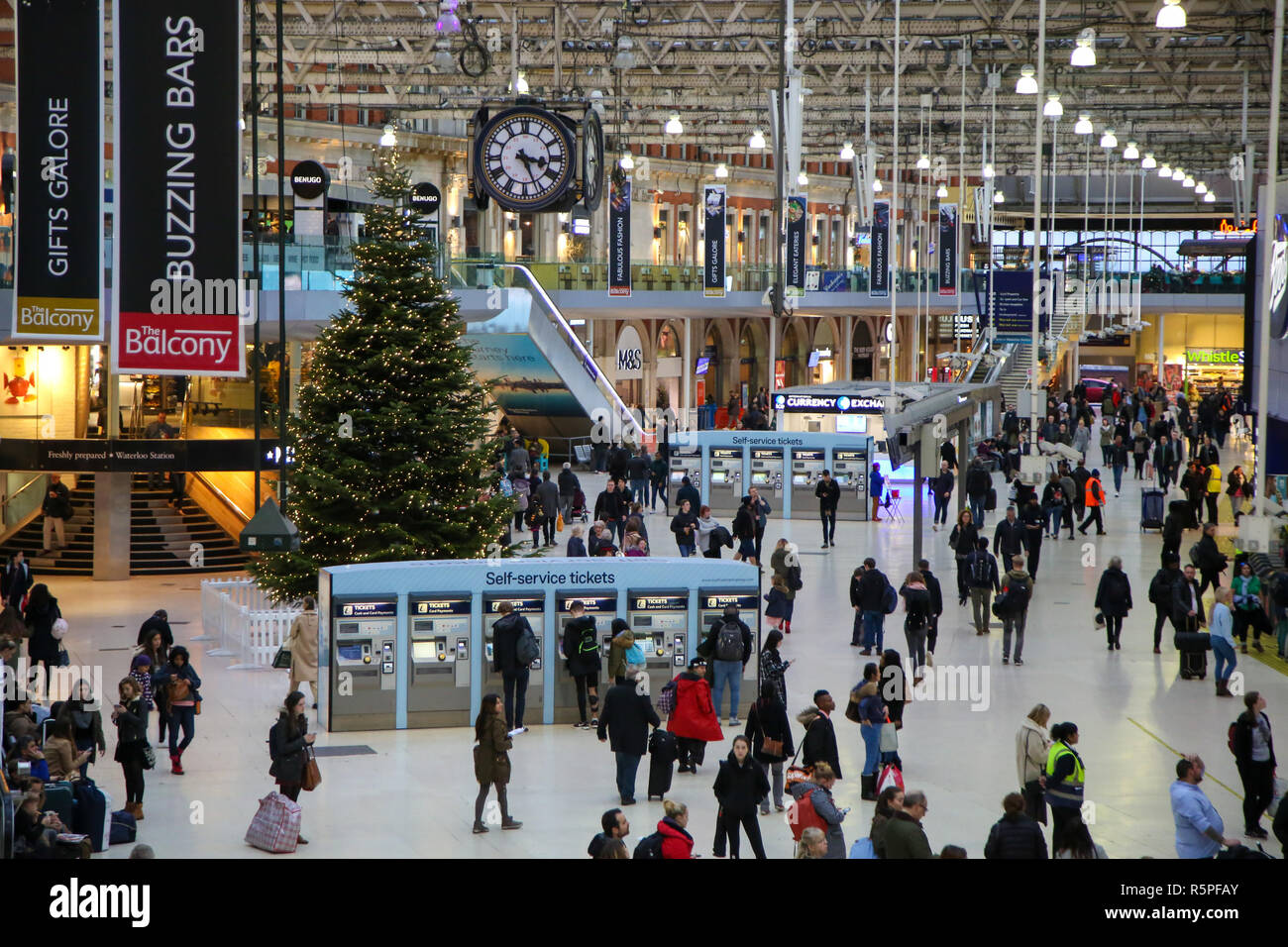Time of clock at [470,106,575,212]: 3:26
